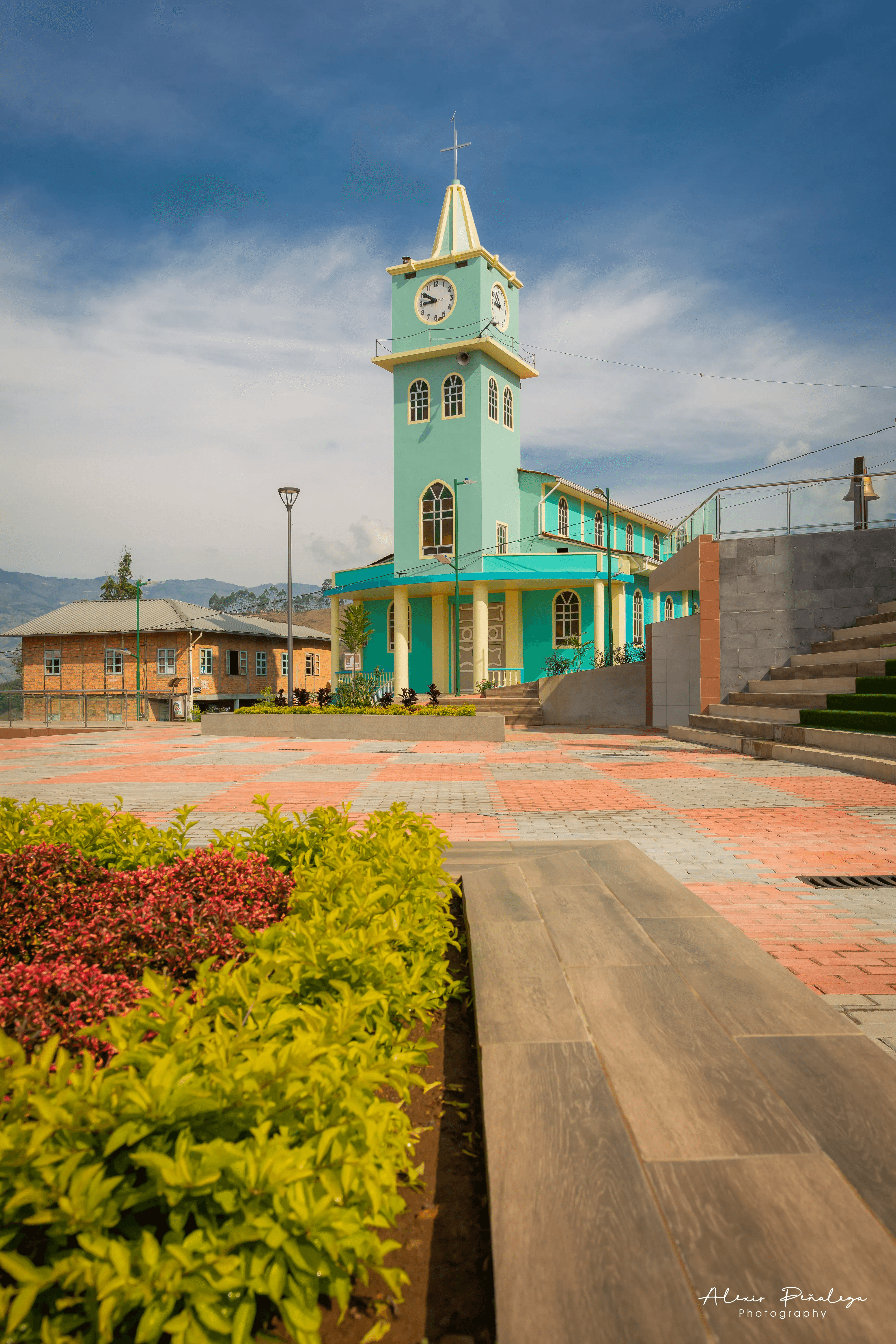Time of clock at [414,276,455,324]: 8:50
